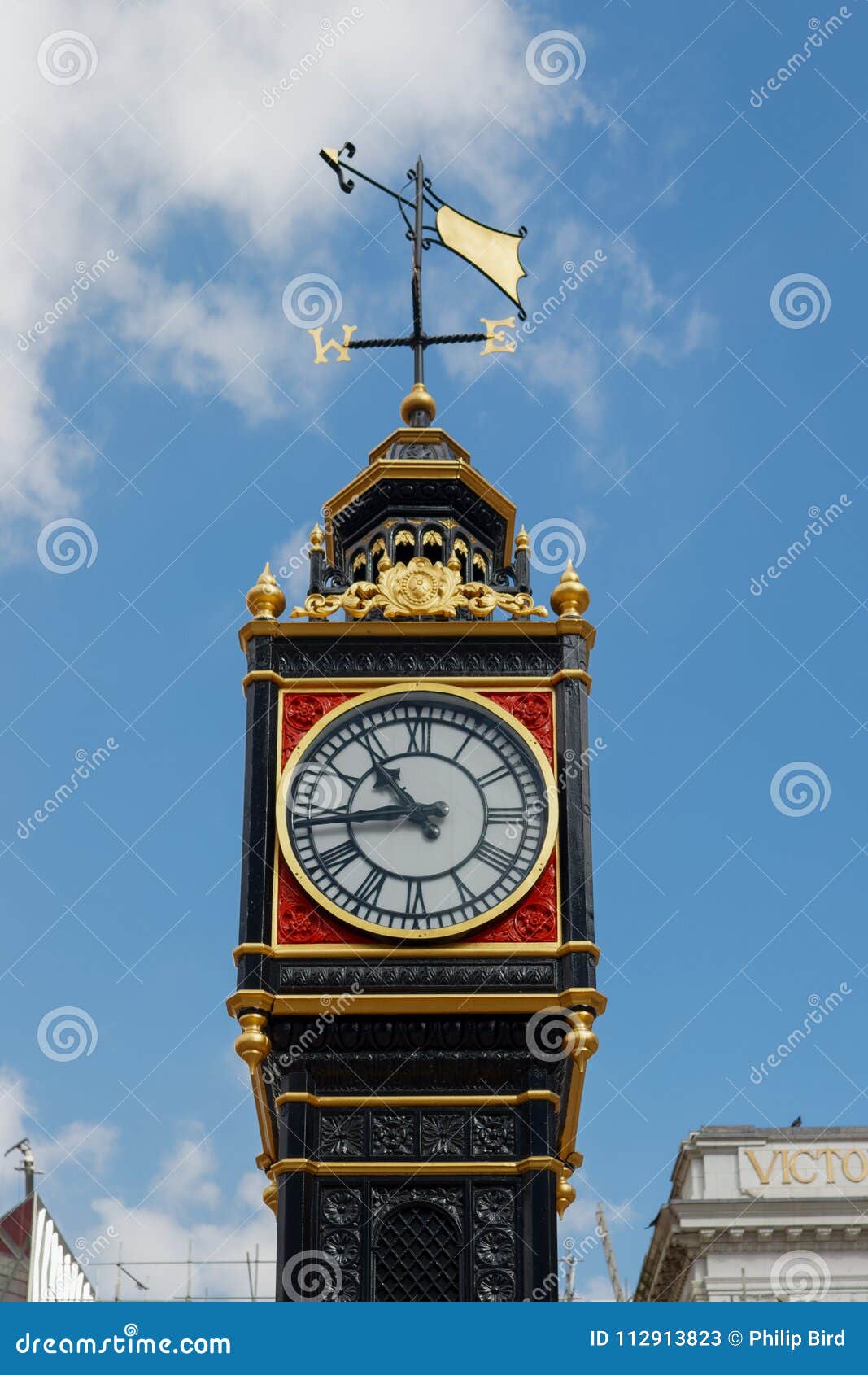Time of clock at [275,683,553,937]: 10:43
